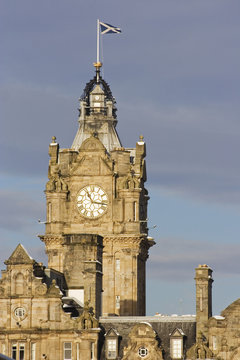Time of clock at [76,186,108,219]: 11:16
